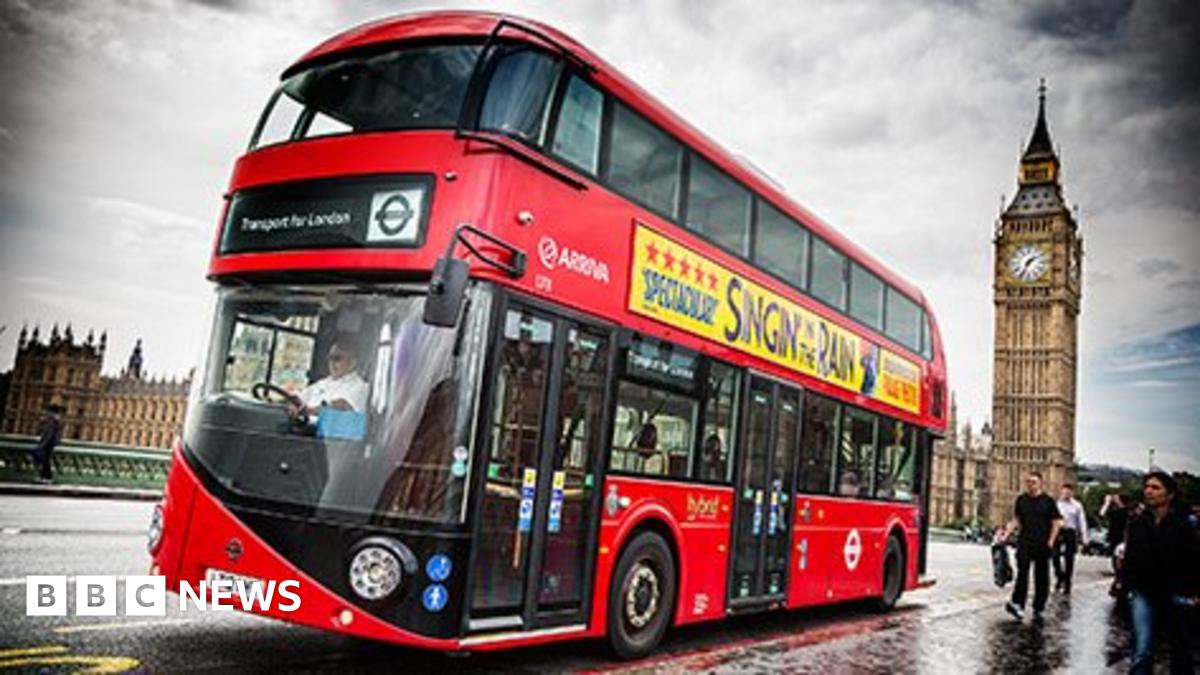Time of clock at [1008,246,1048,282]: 1:34
